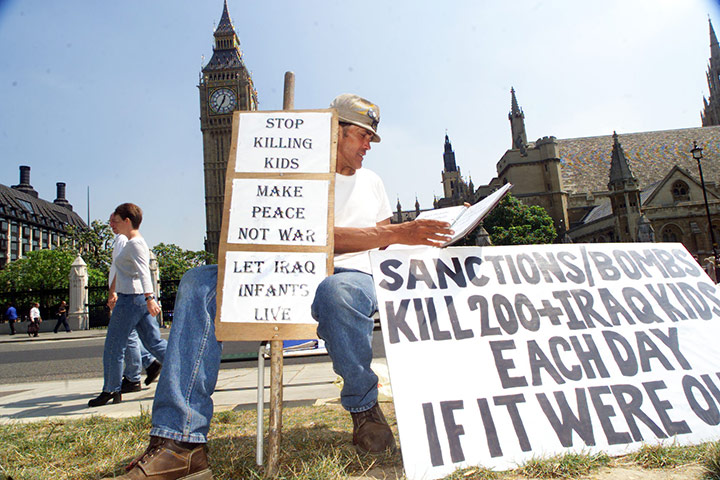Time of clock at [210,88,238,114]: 12:35
